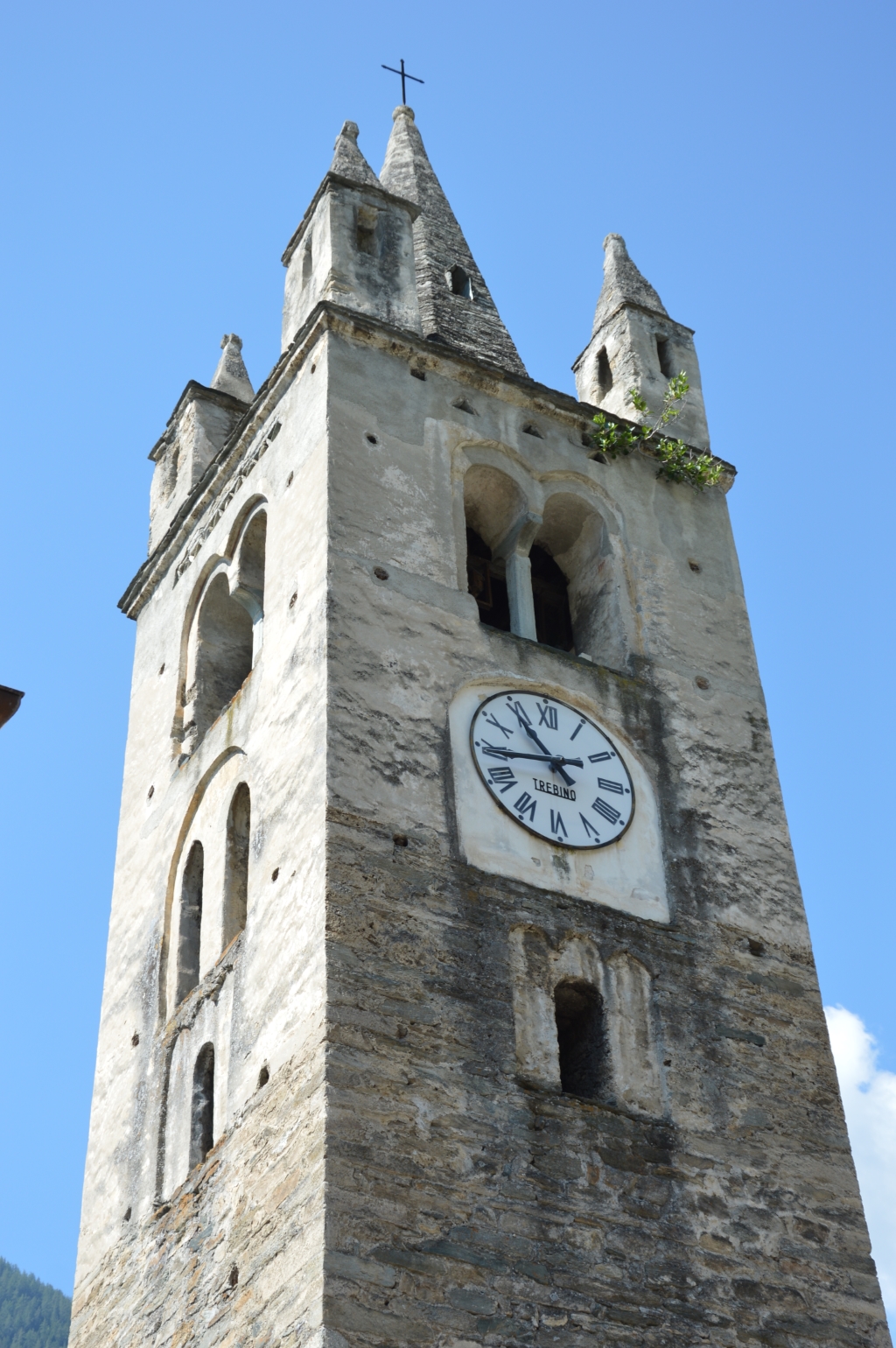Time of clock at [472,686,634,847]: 10:43
